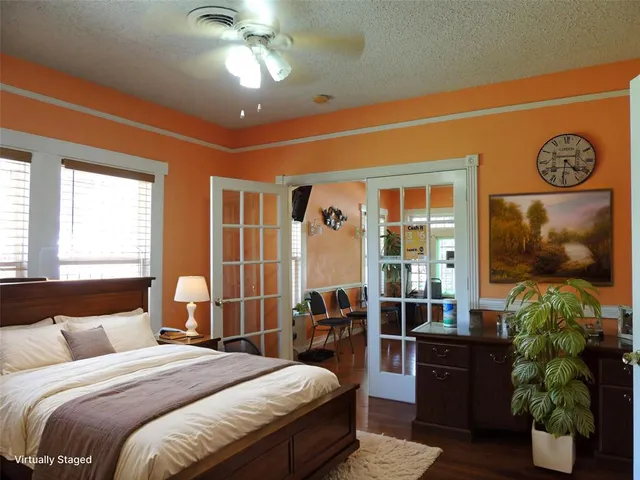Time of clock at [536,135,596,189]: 4:31
